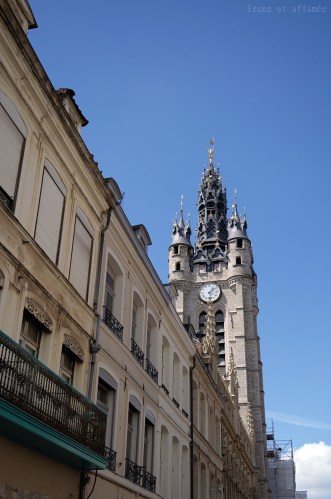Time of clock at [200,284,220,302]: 1:28
